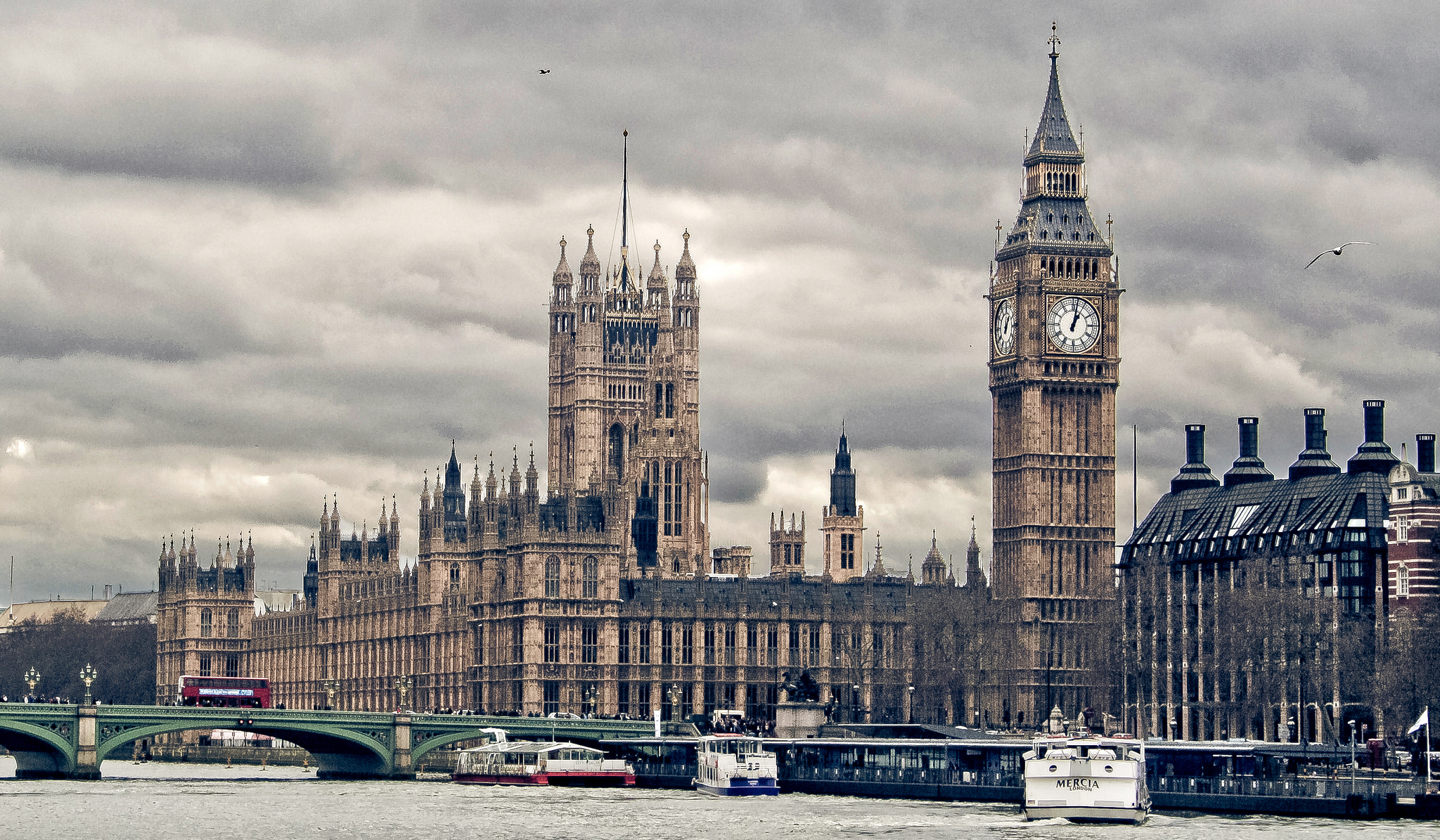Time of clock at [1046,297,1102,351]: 1:02
